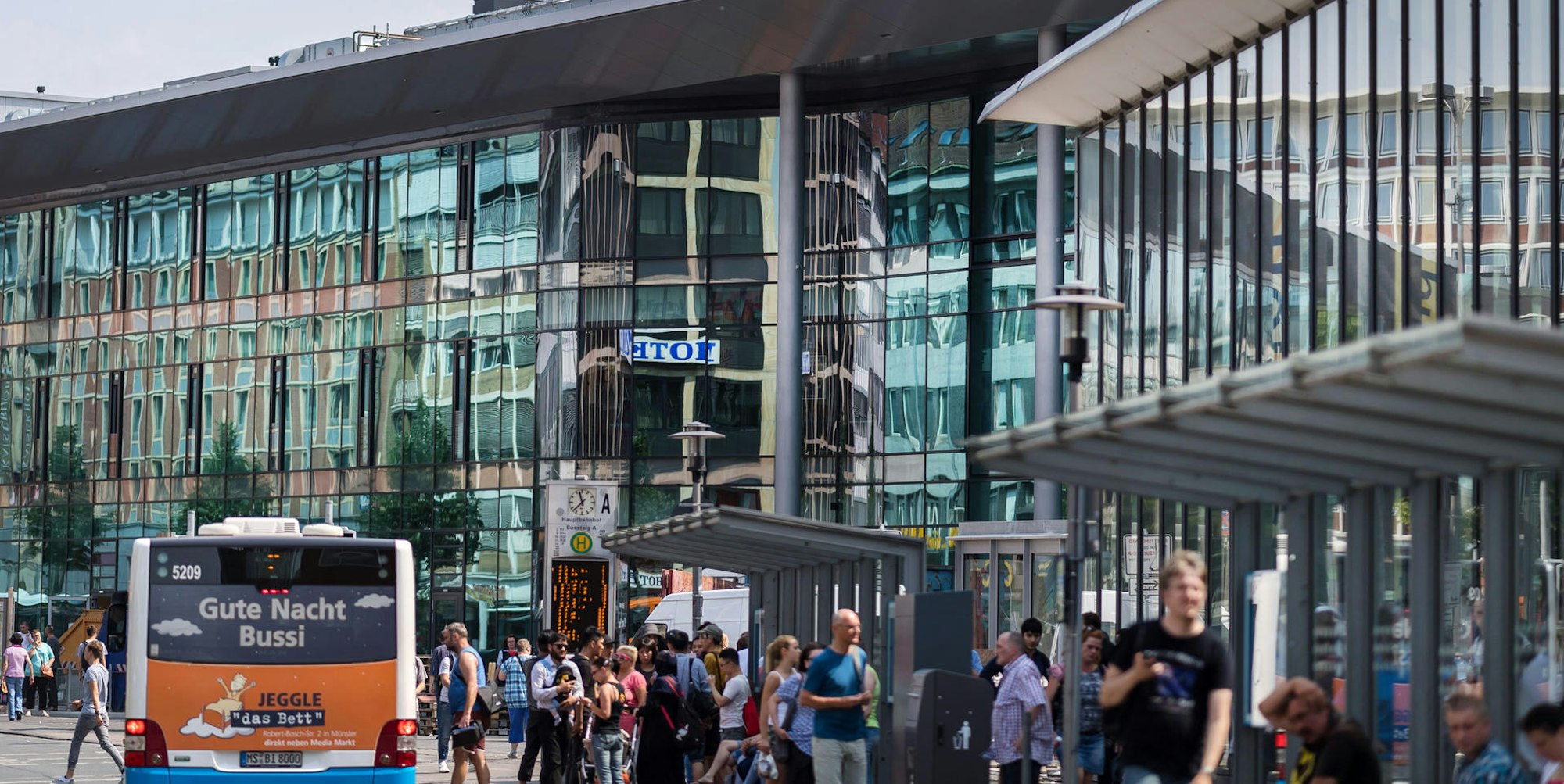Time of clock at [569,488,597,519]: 11:37
